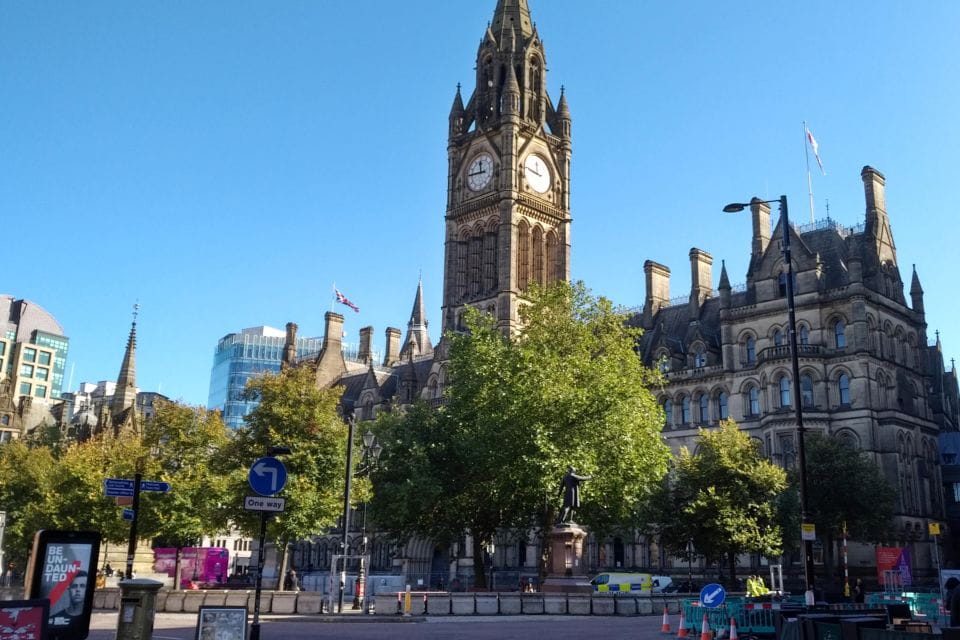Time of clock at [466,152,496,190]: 11:45
